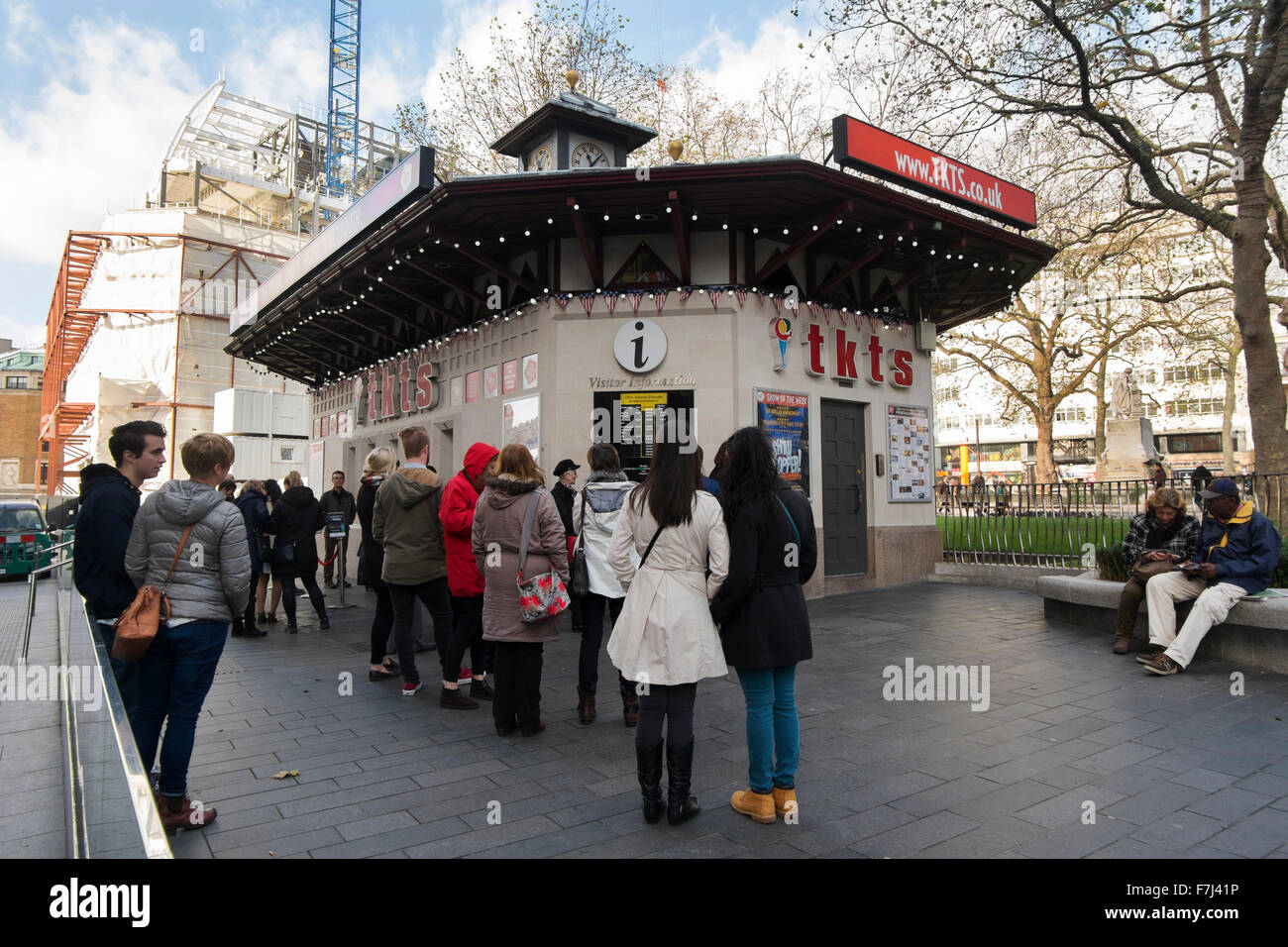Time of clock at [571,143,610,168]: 11:07
